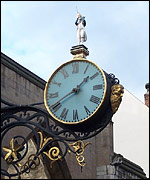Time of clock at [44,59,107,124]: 1:40
